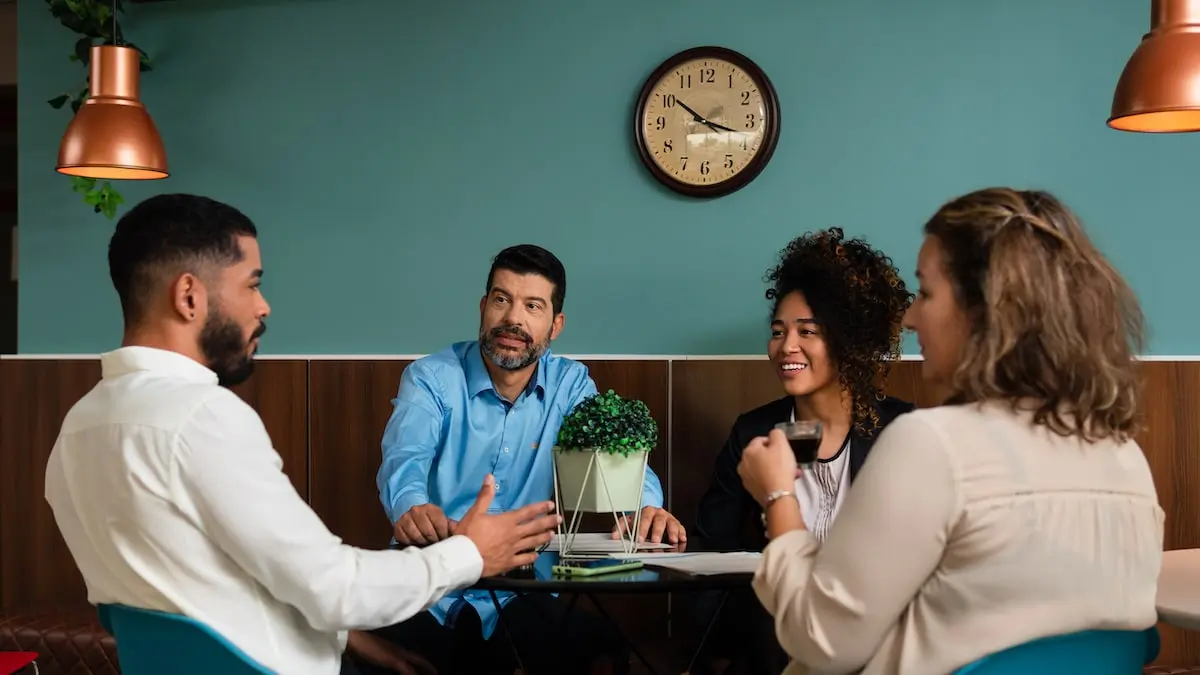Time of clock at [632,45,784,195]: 10:17
